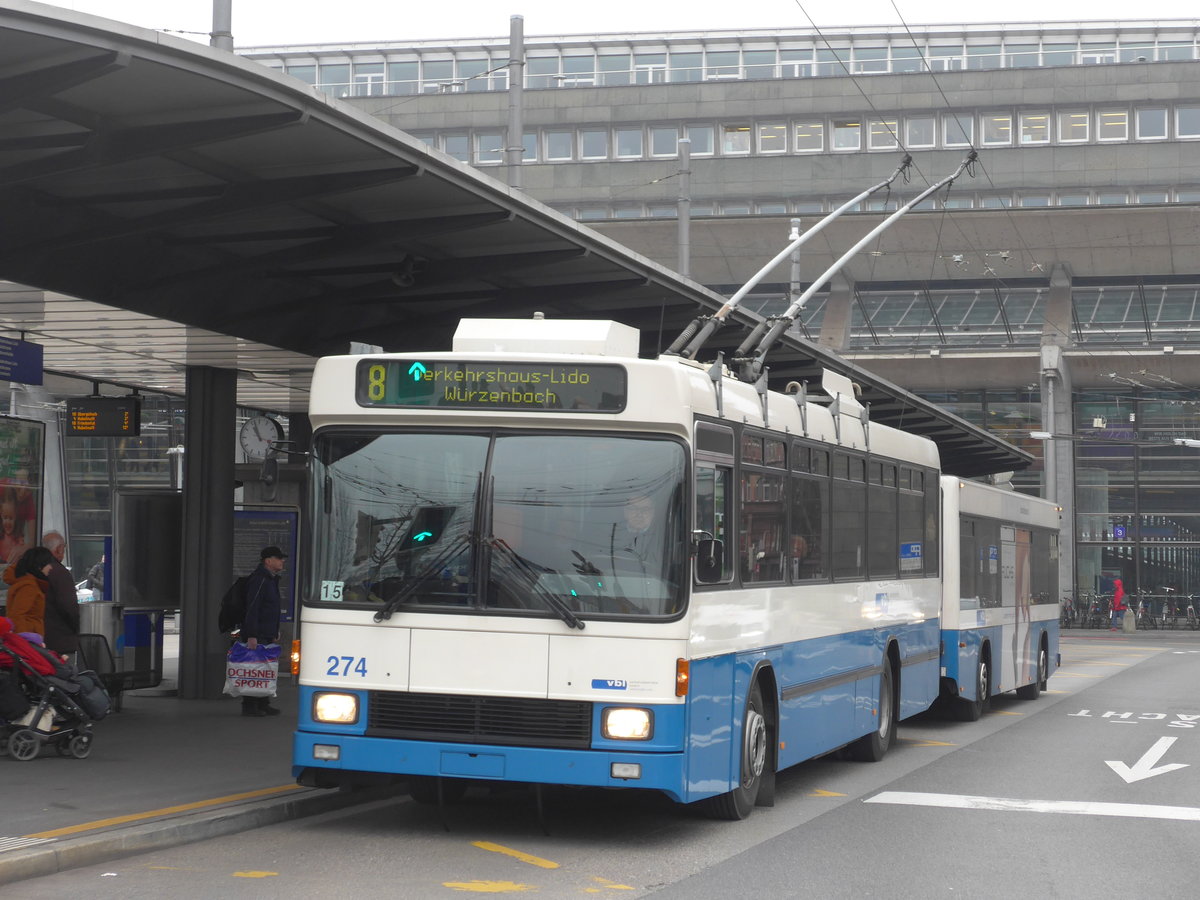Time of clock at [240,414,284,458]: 10:56
